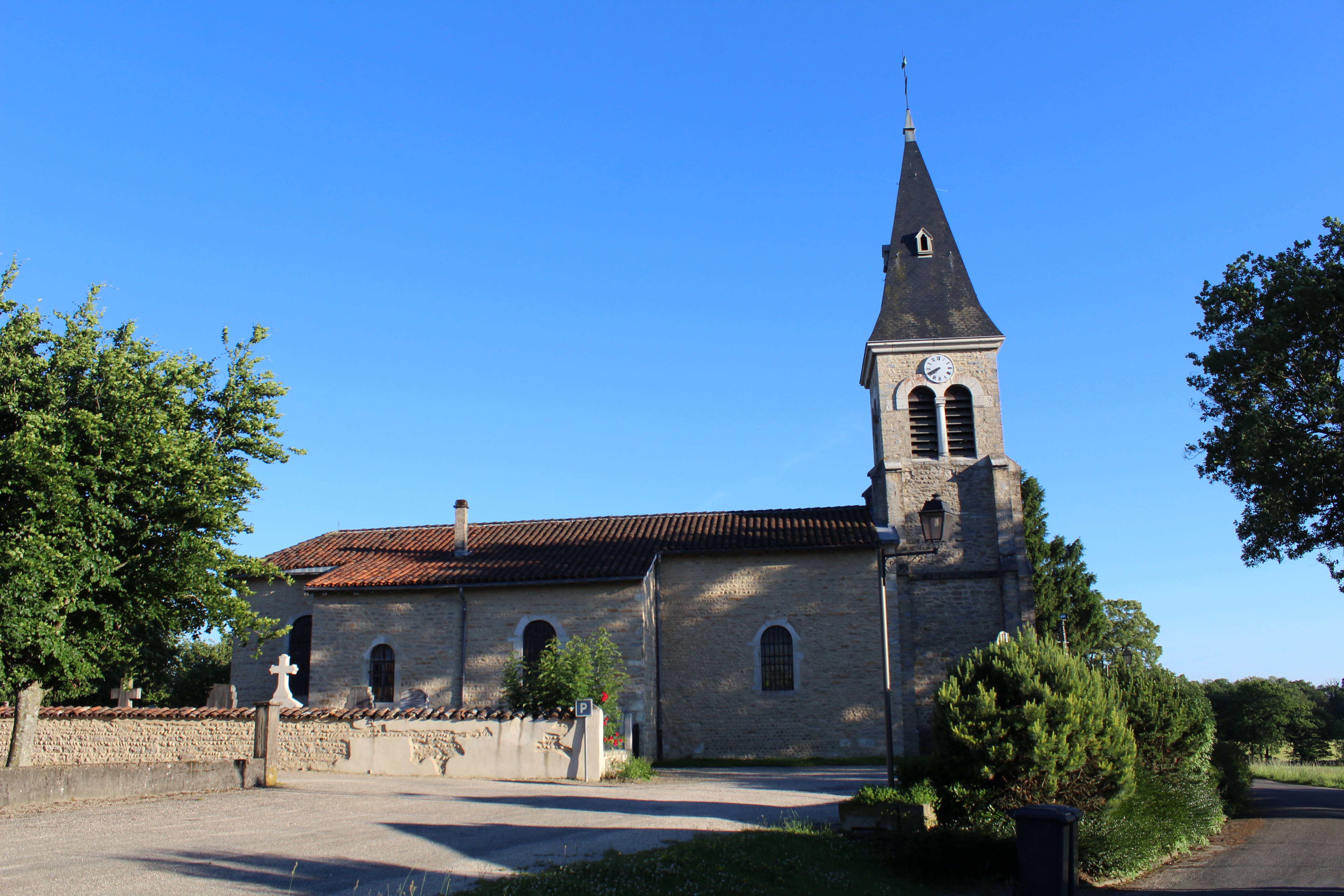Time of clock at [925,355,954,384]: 7:40
